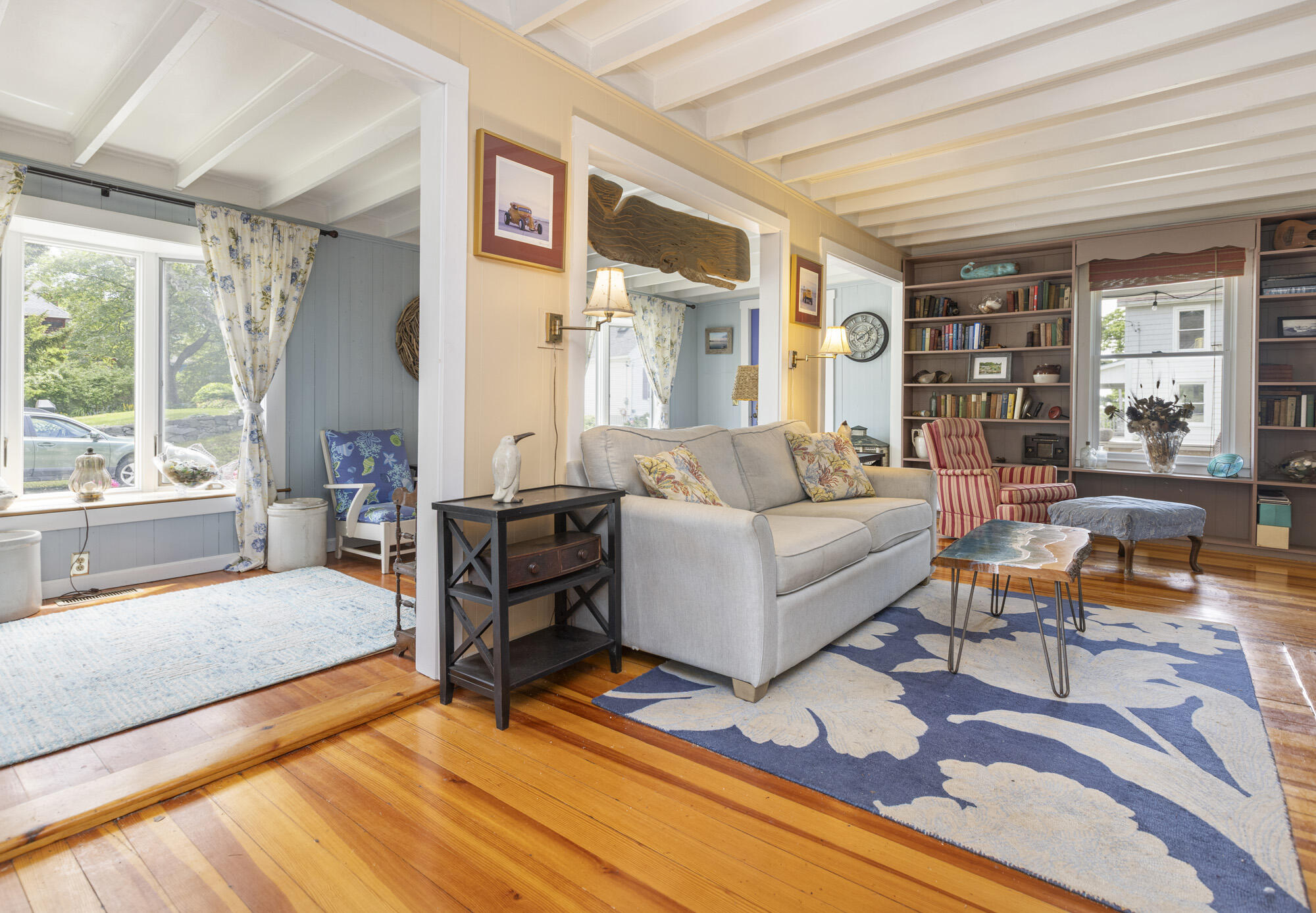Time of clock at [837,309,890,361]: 8:09
